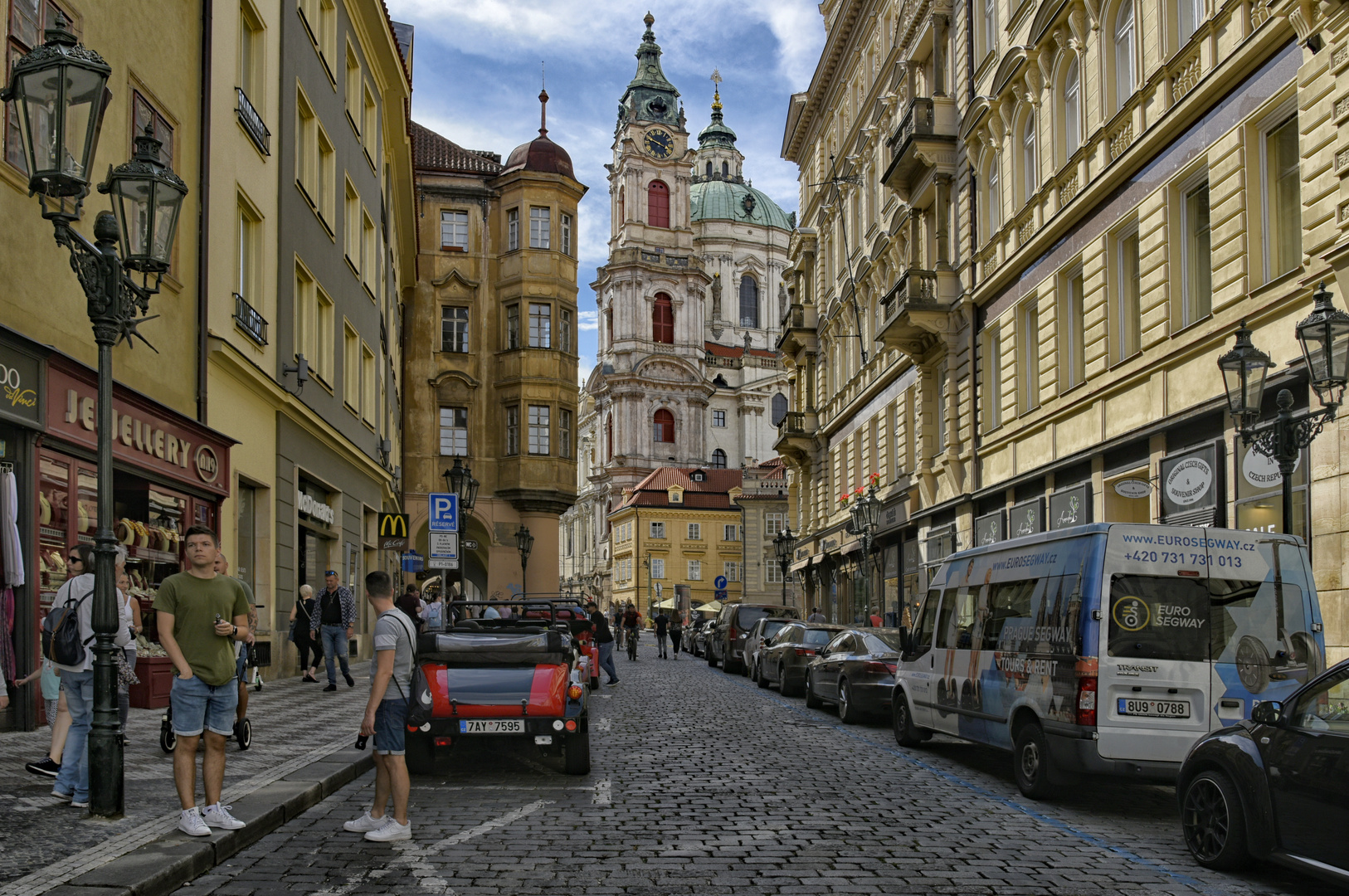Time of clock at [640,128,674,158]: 3:48
